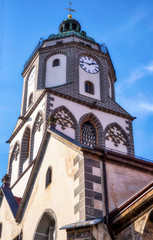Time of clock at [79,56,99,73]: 1:46
